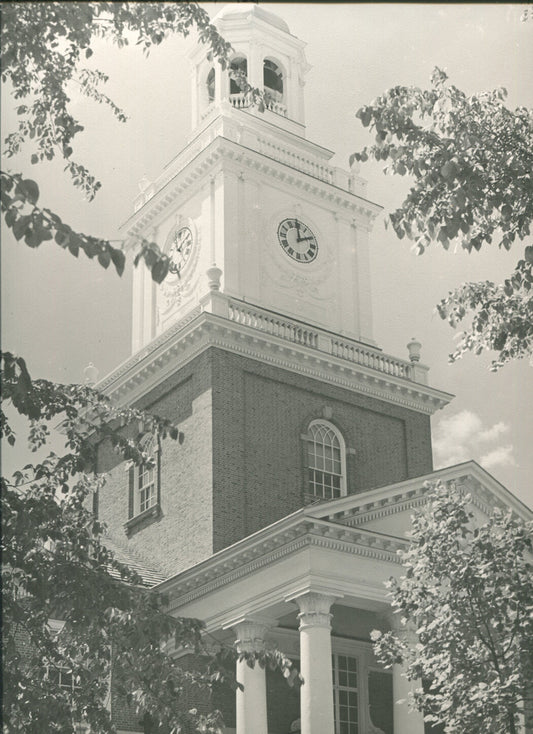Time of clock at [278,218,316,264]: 1:59
